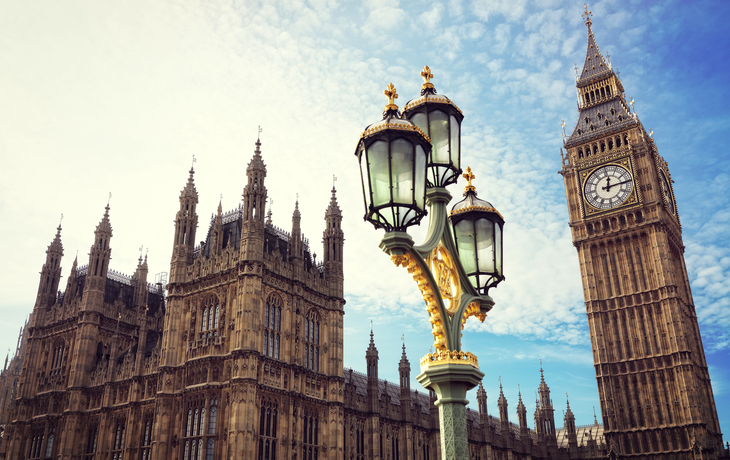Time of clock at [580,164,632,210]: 12:14
